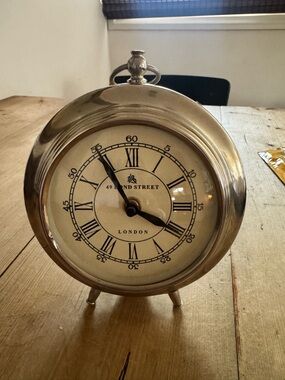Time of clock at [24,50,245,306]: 3:55
